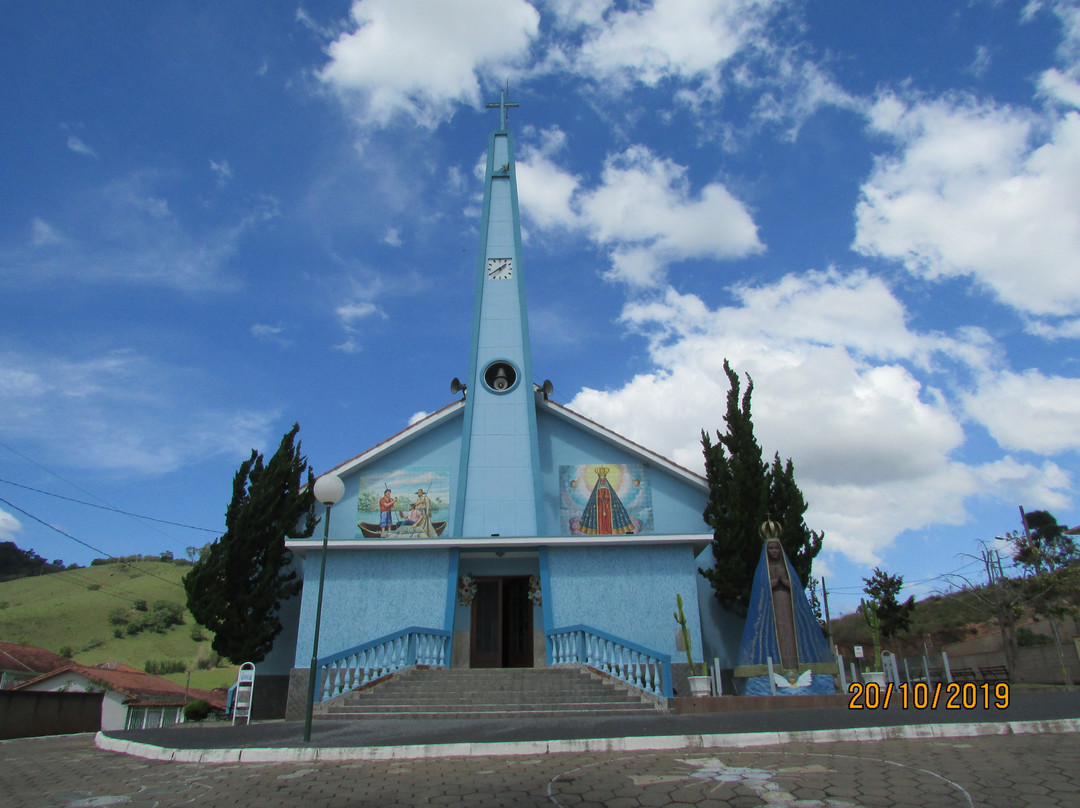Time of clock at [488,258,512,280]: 1:39
